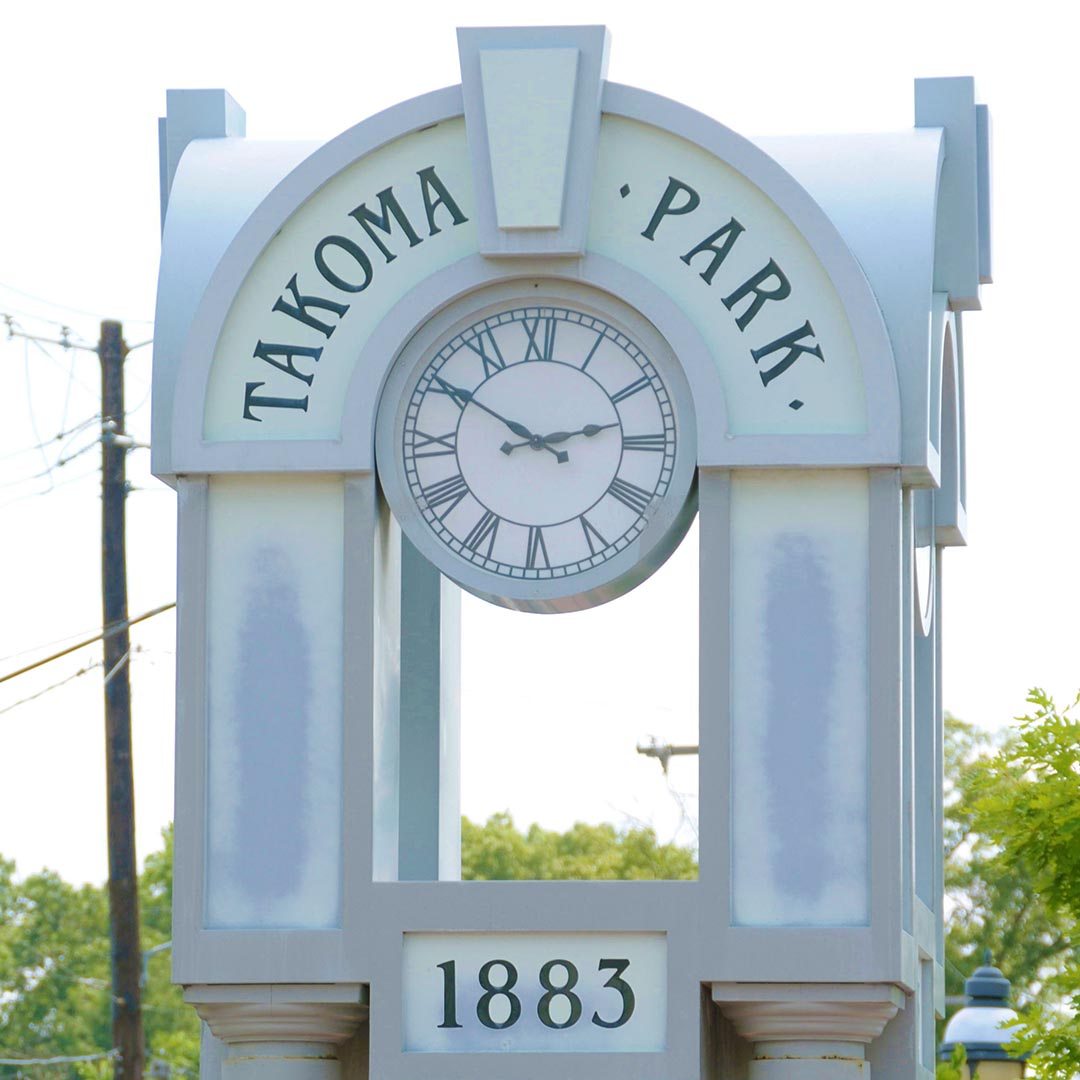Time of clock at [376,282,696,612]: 2:50
